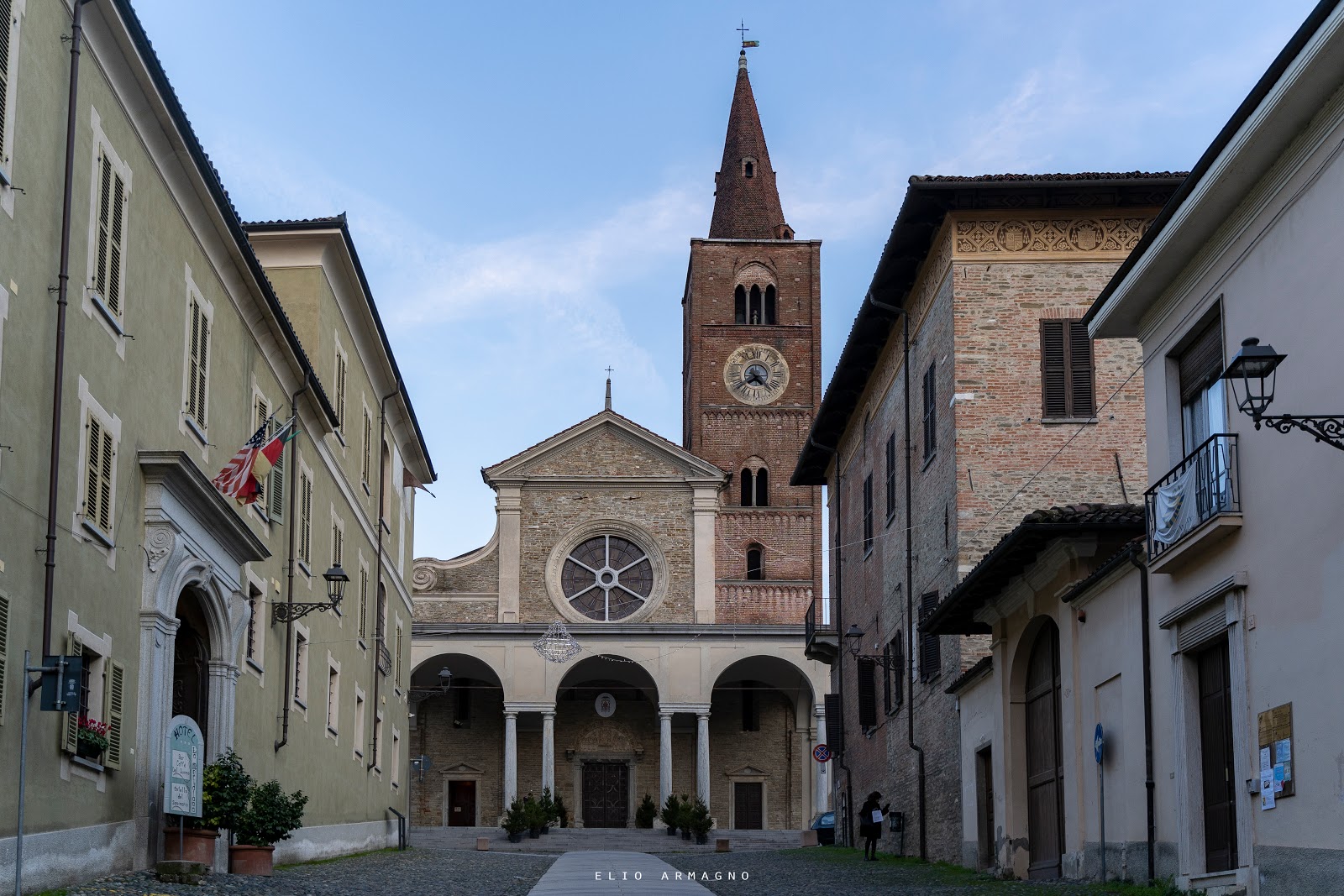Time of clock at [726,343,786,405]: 4:38
